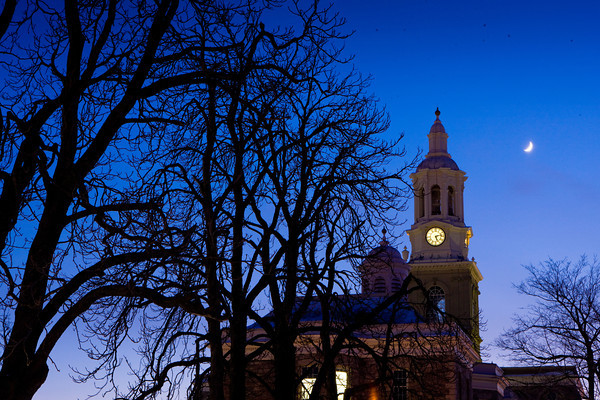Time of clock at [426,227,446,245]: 5:12
